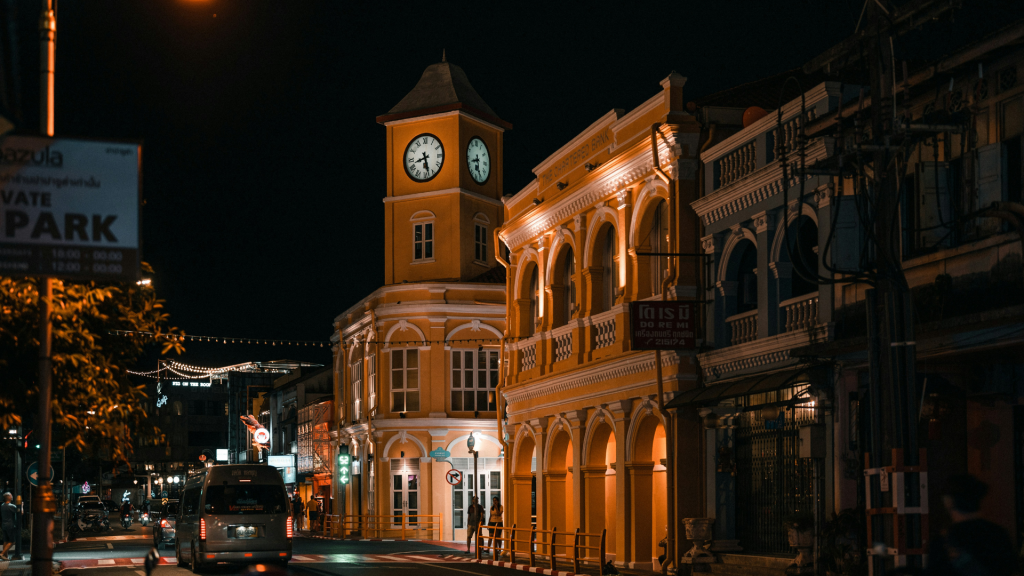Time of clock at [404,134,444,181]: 8:27
